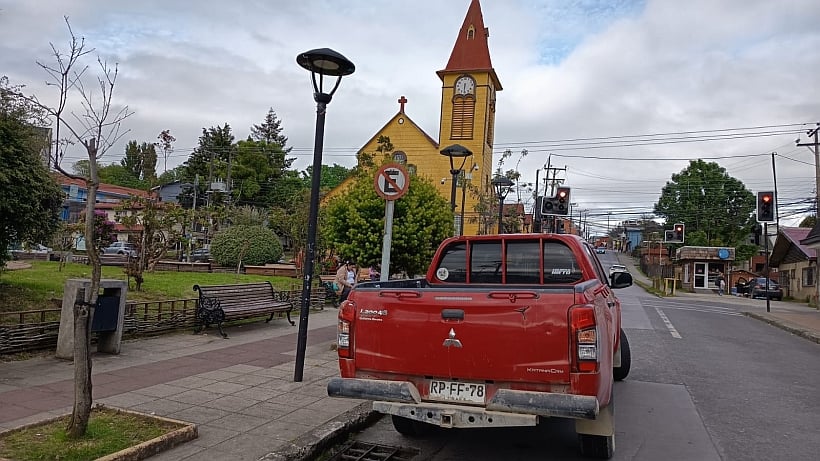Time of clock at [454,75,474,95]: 6:30
